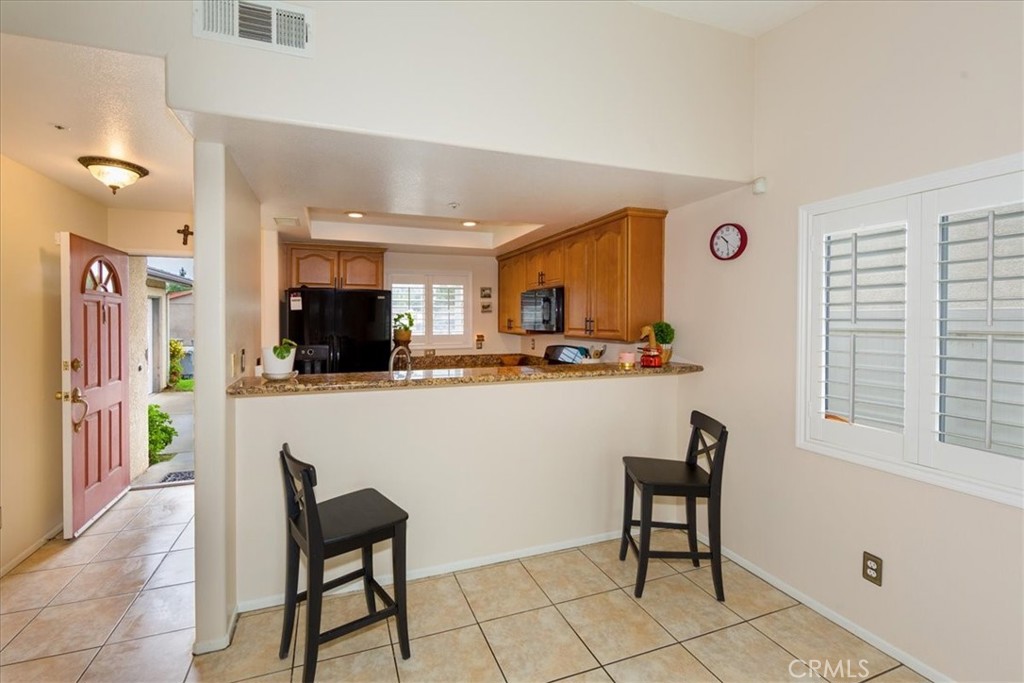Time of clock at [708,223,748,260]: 10:29
